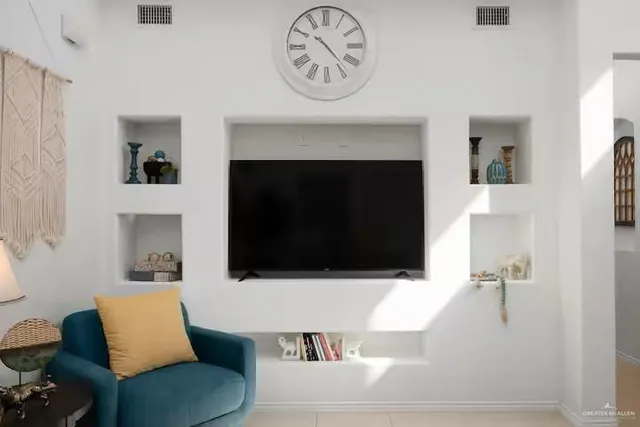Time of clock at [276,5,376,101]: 10:22
